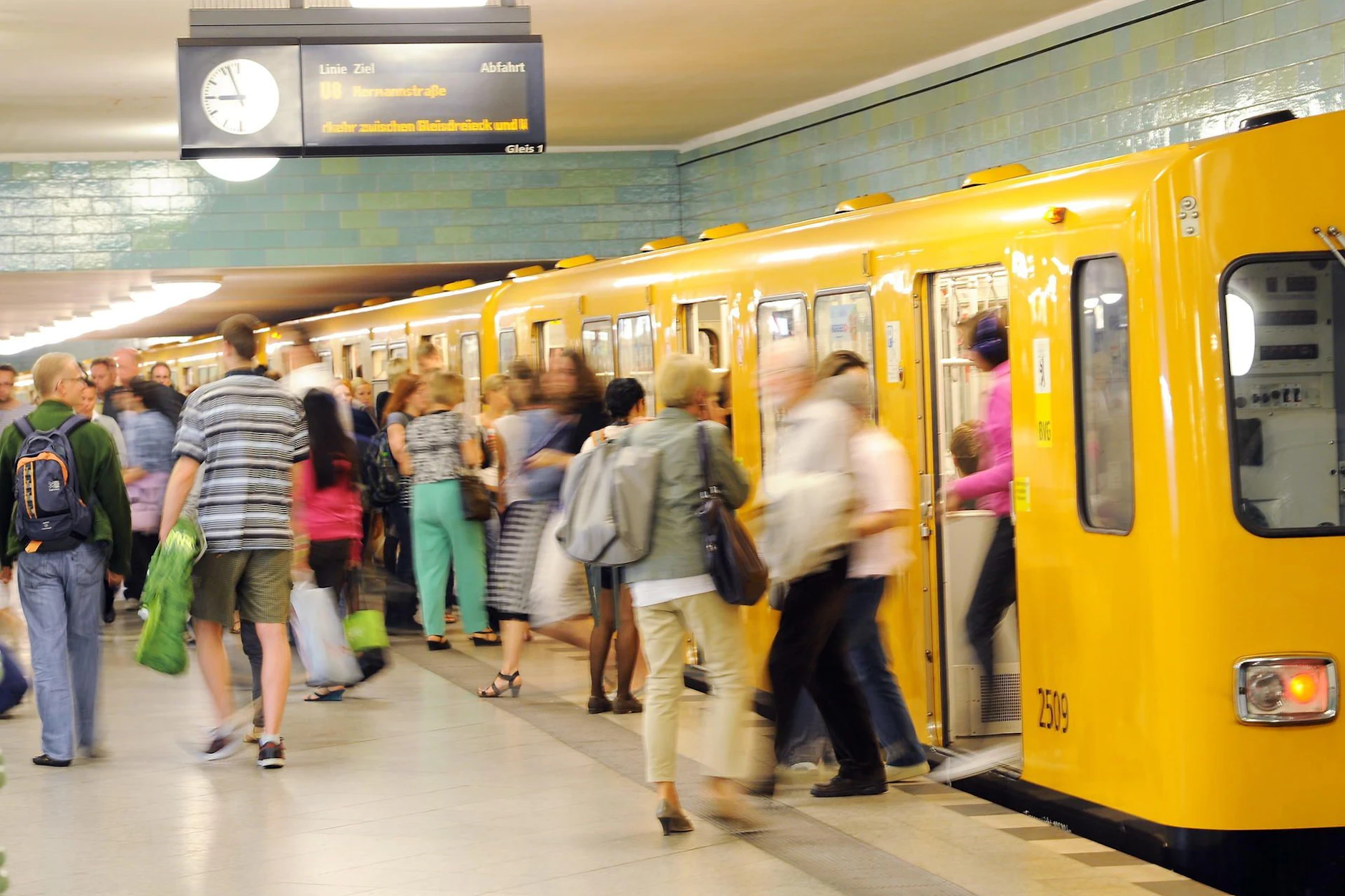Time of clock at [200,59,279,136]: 8:56
